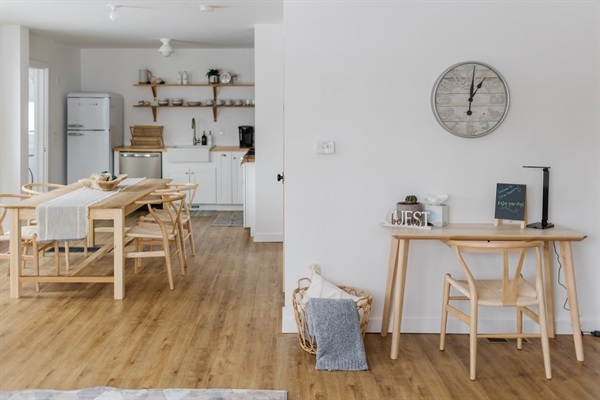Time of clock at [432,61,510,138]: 1:01
